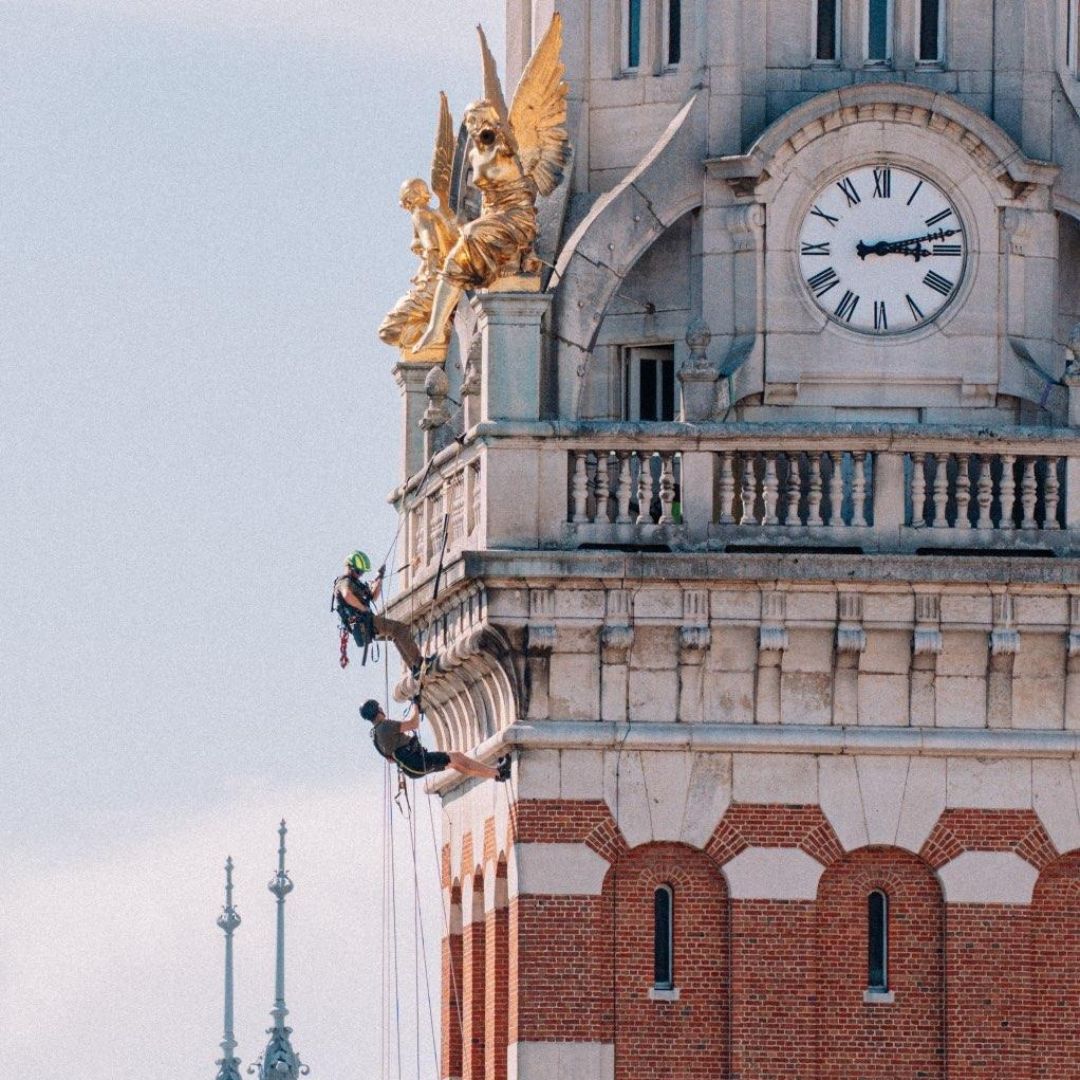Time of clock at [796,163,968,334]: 3:12
